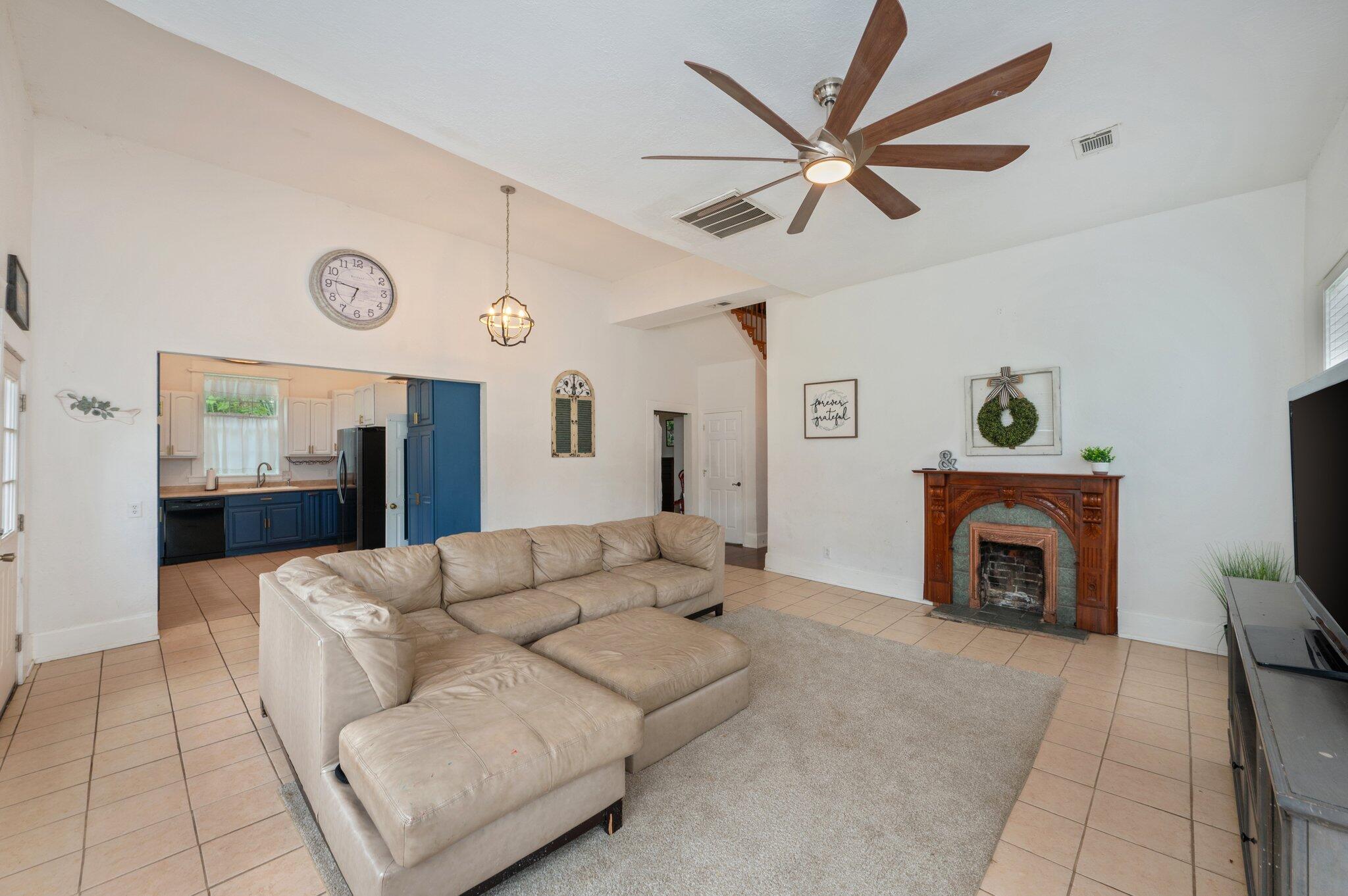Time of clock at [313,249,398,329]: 6:46
